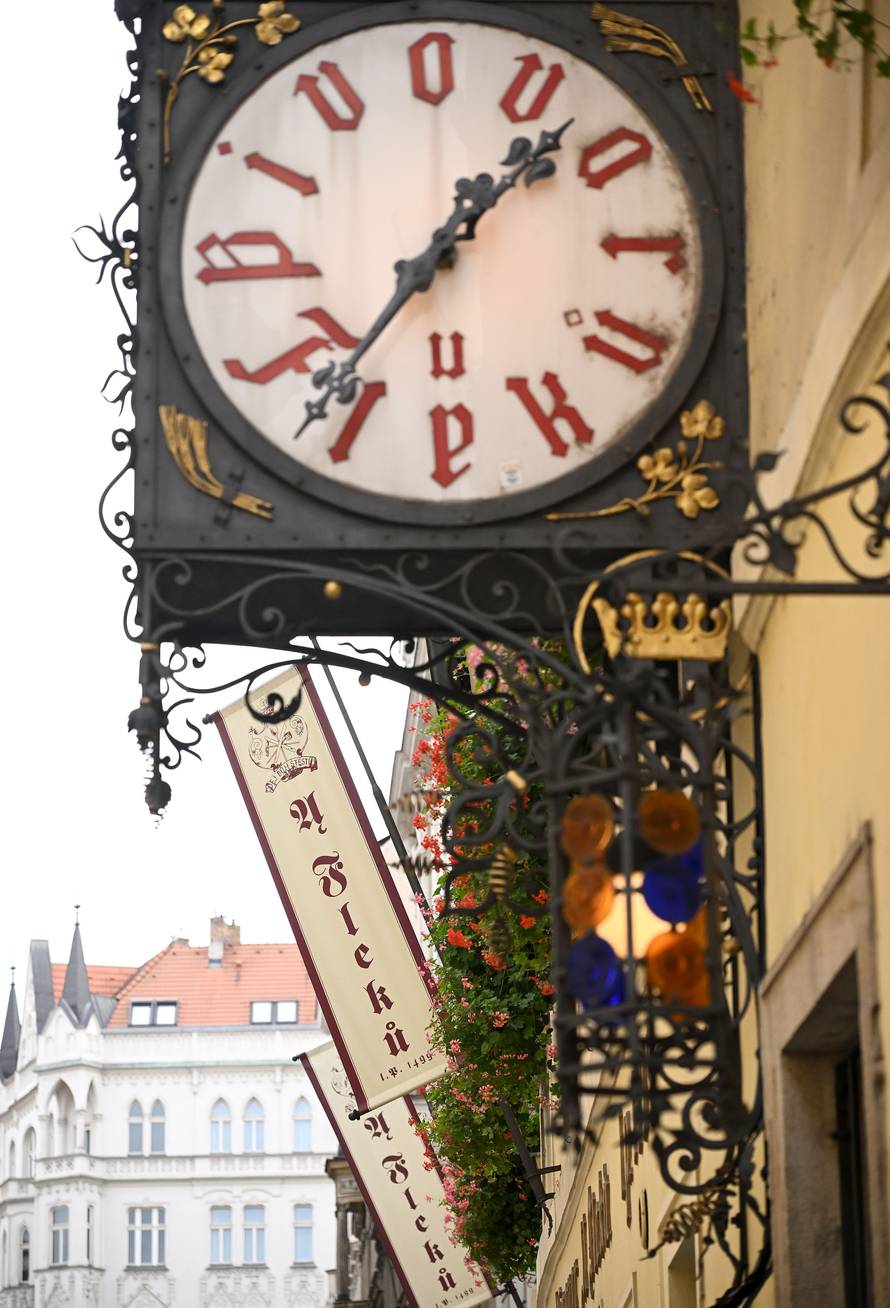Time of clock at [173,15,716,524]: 1:36
